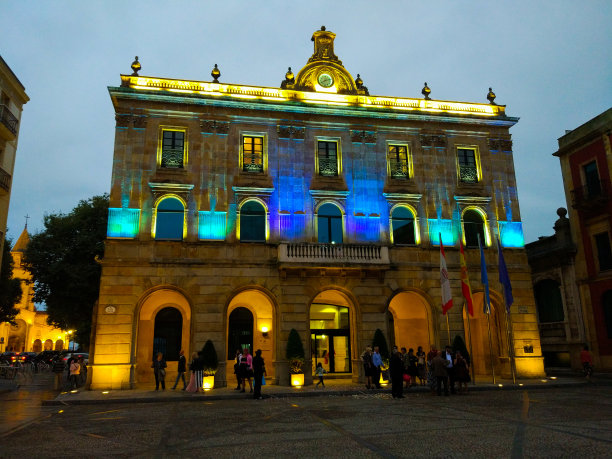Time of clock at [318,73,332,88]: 8:12
